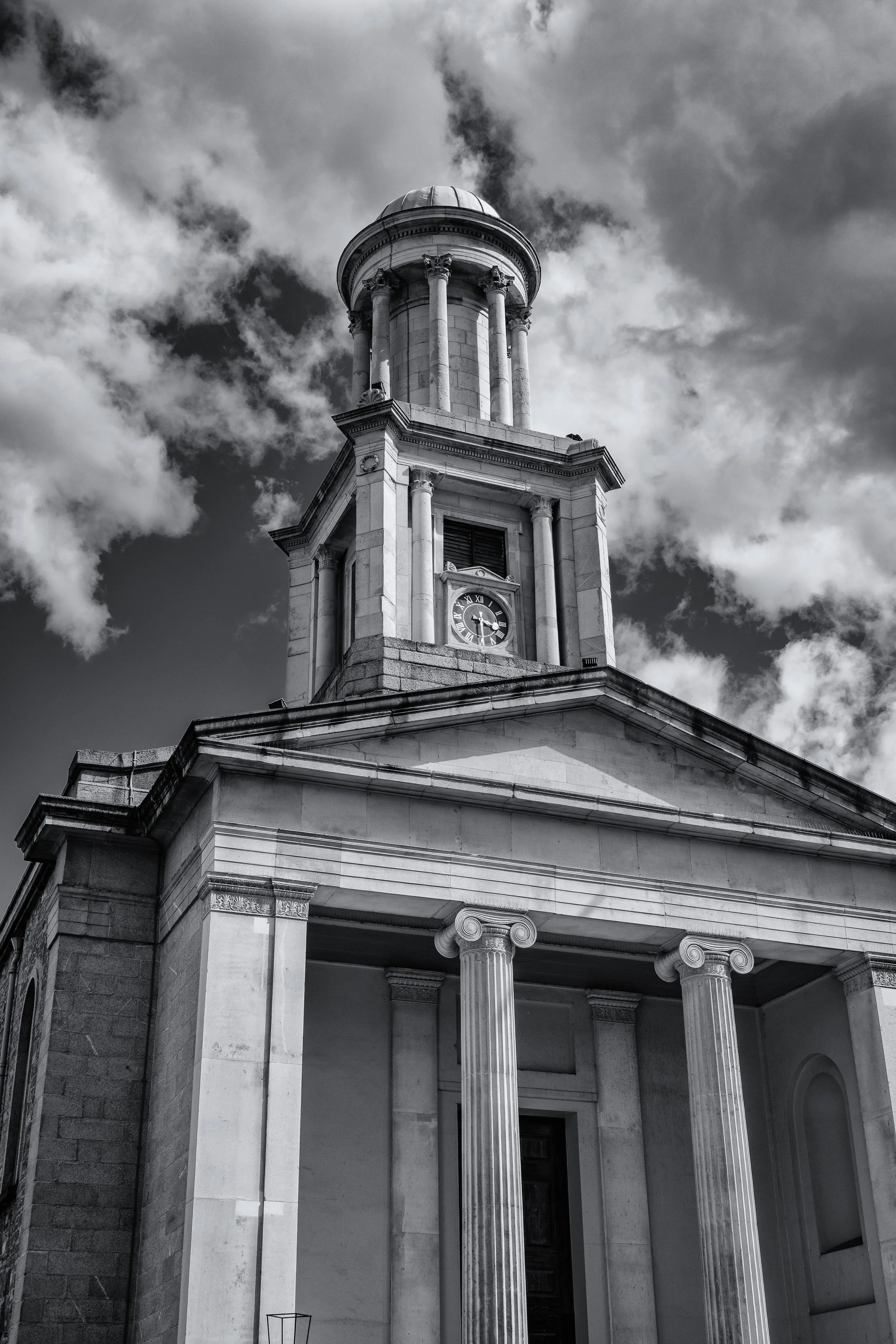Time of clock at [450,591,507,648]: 3:29
